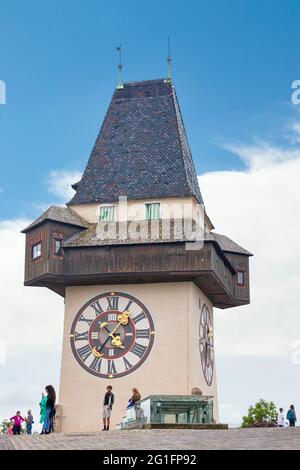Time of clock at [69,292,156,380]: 4:36
